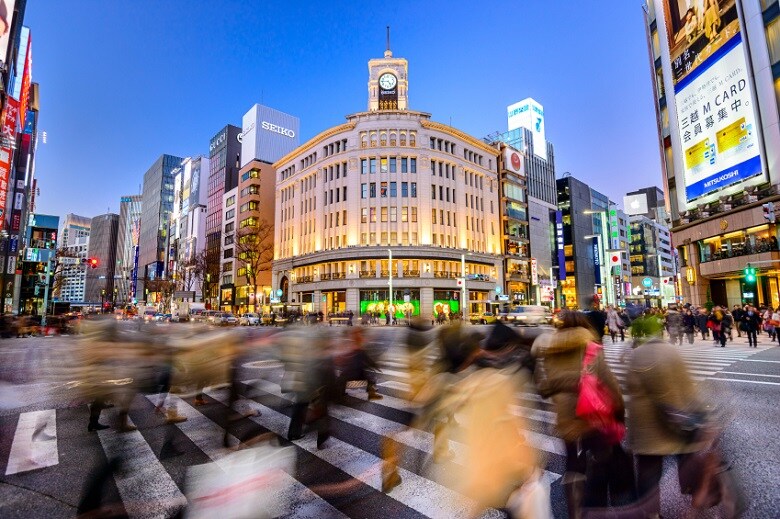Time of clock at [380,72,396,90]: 4:45
